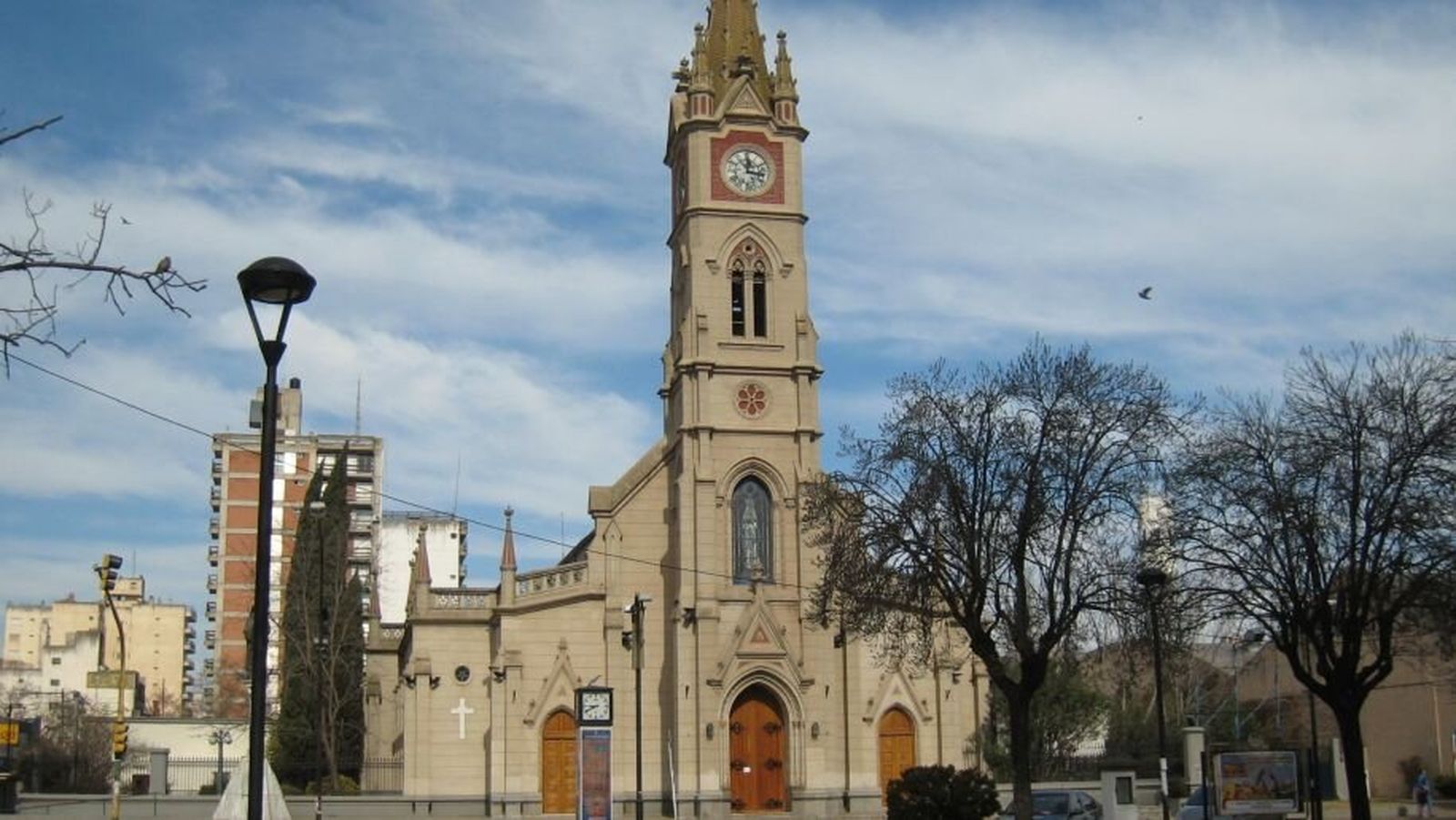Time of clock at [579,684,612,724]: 8:40
